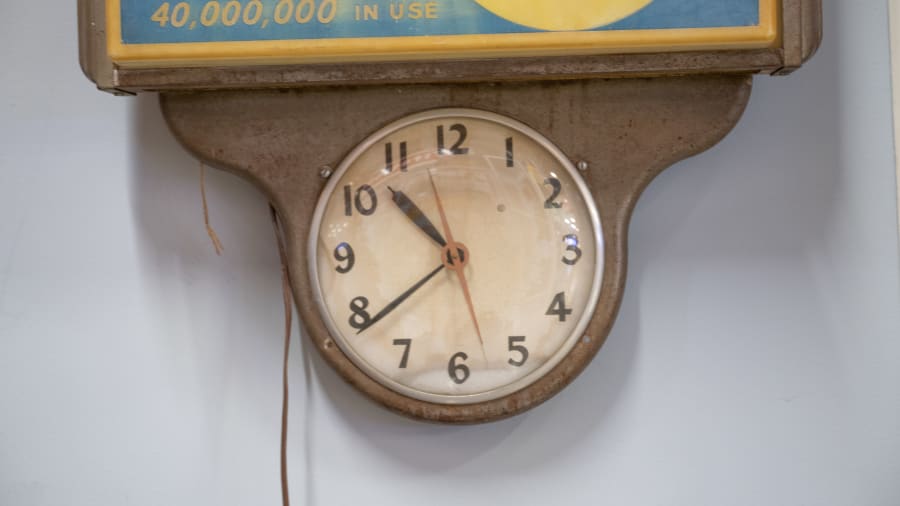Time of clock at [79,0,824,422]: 10:38
